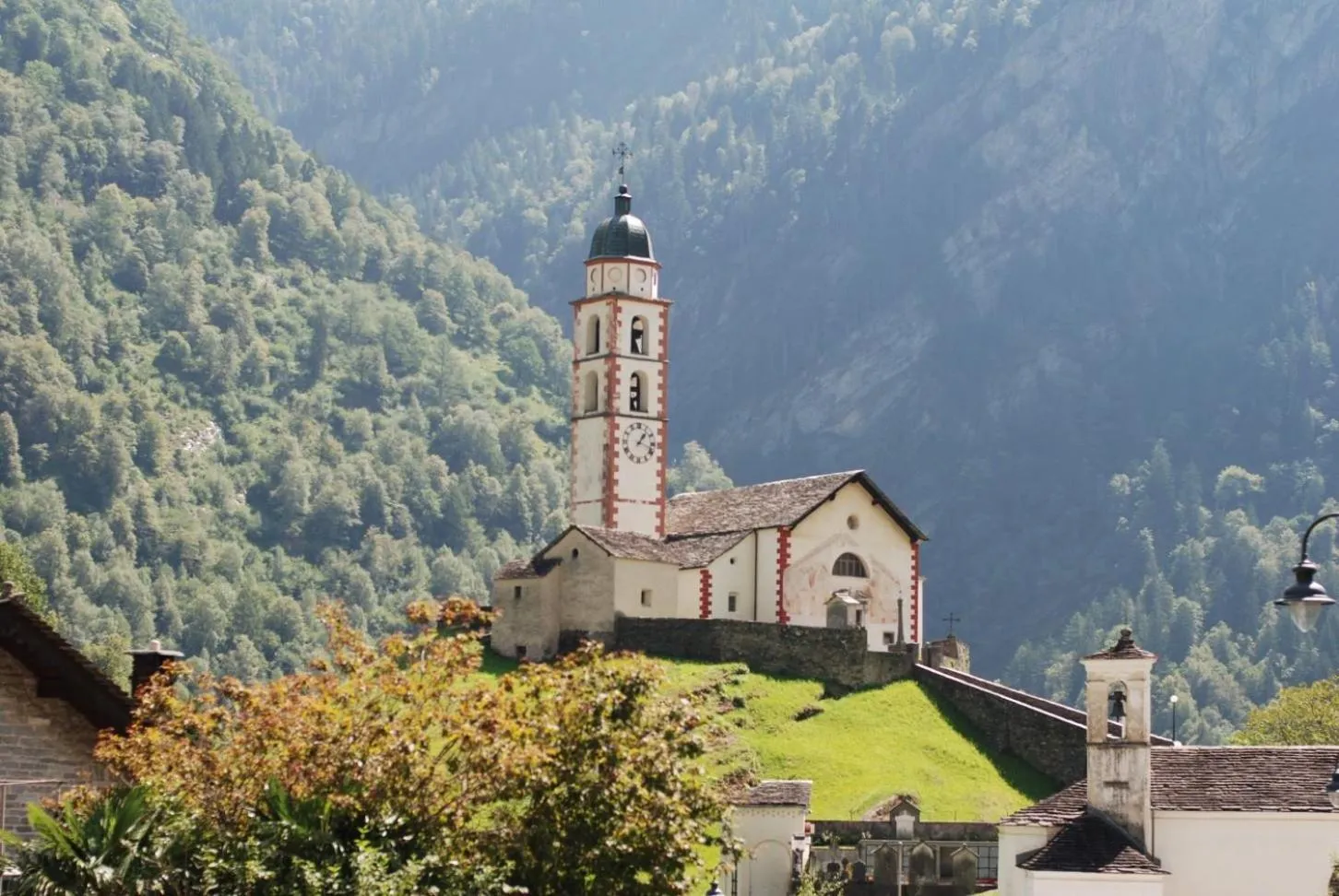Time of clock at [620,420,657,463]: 1:18
